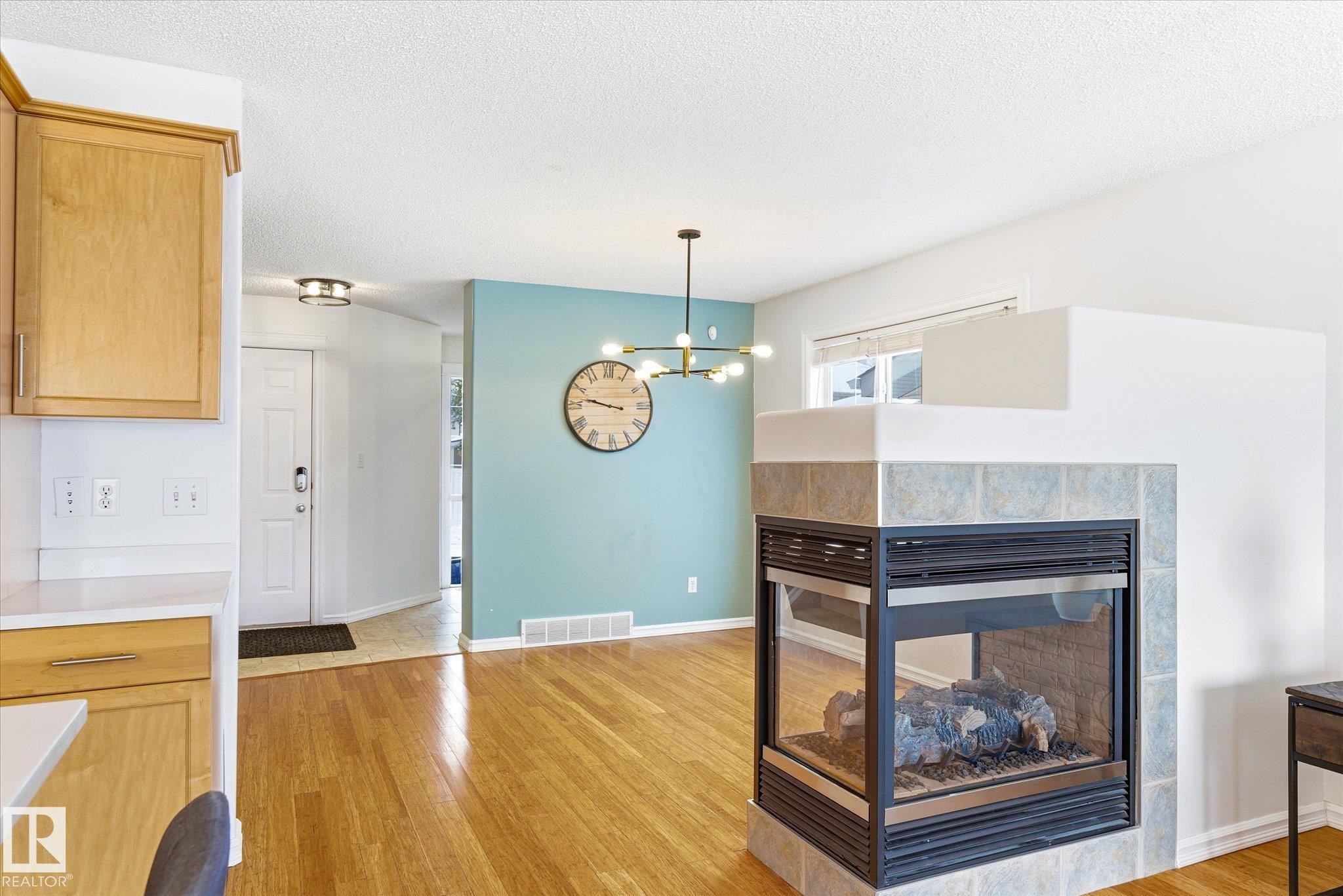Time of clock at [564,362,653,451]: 9:47
